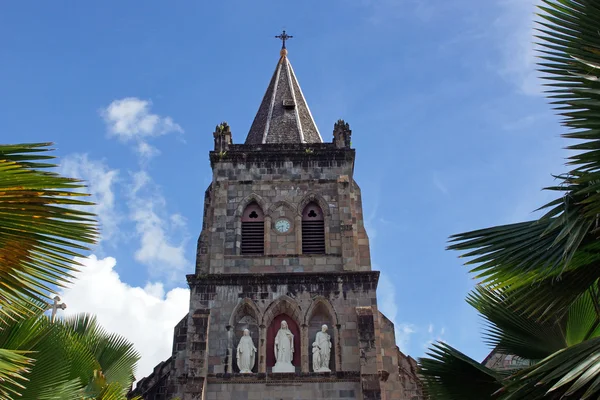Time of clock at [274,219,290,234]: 8:31
